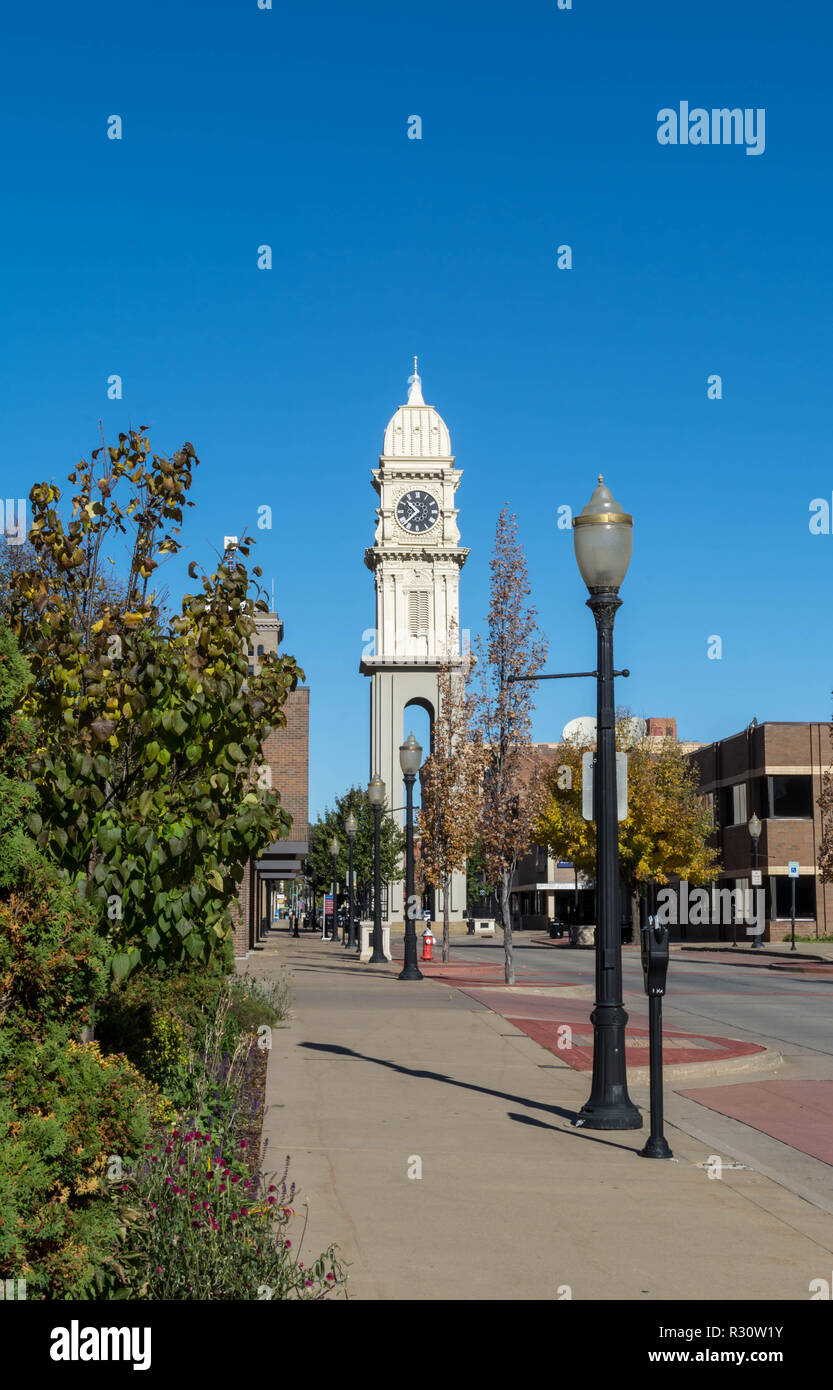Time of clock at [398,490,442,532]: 10:37
